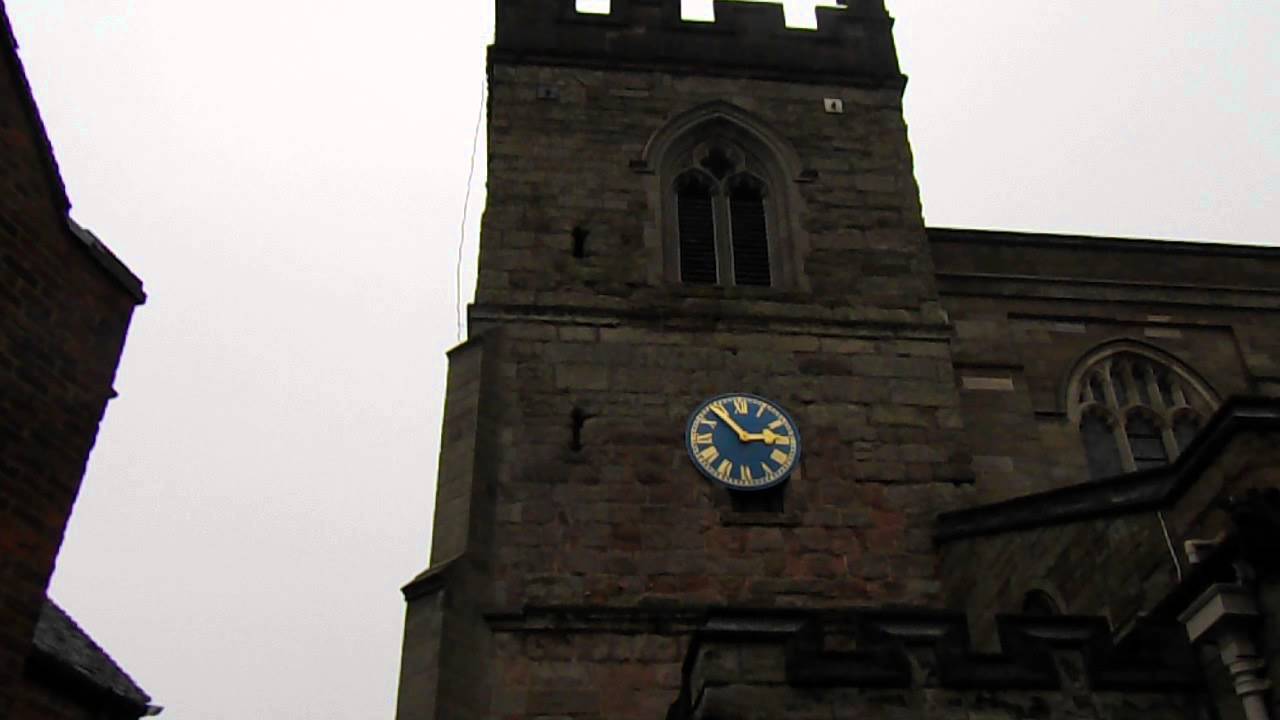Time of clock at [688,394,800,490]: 2:52
